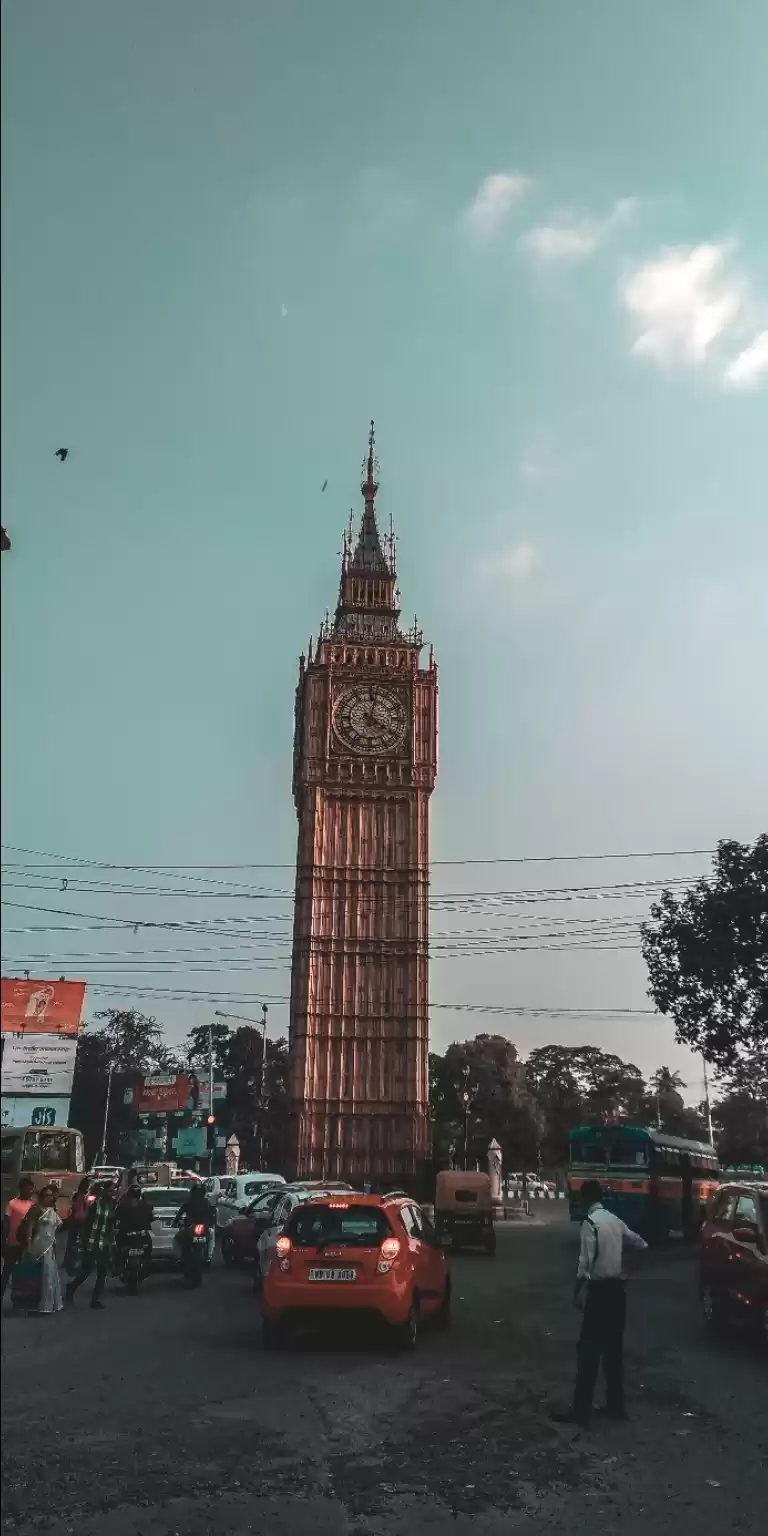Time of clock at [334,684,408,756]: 4:02
